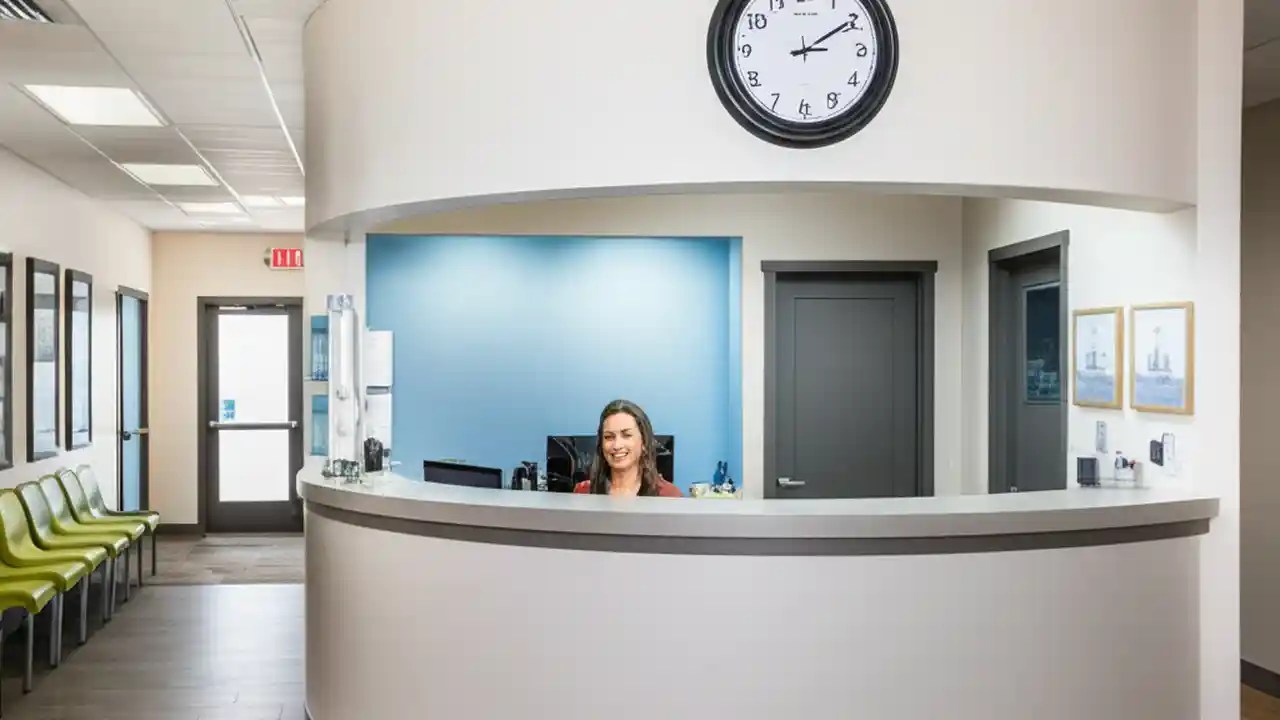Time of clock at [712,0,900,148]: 2:09
